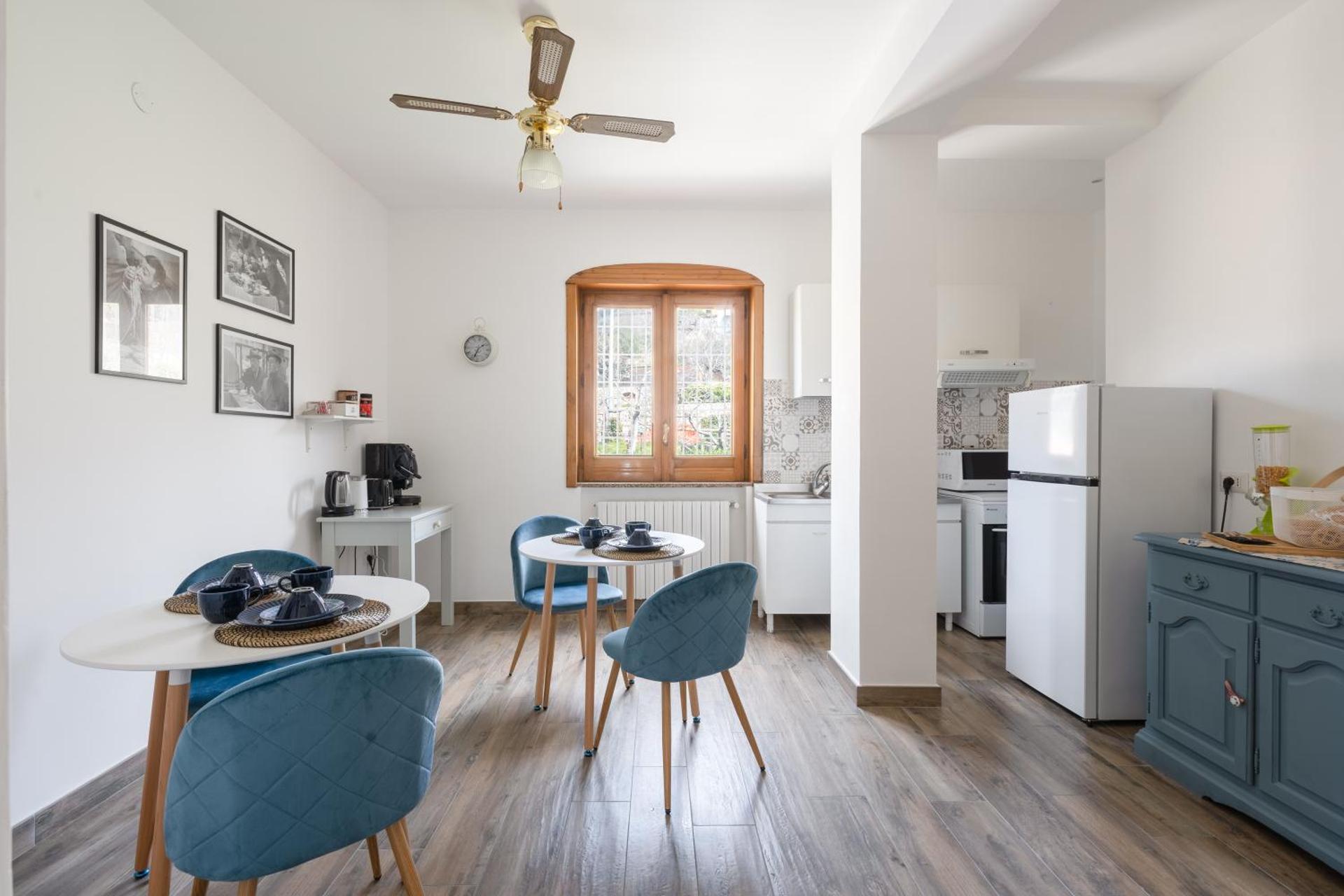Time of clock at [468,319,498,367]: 1:33
